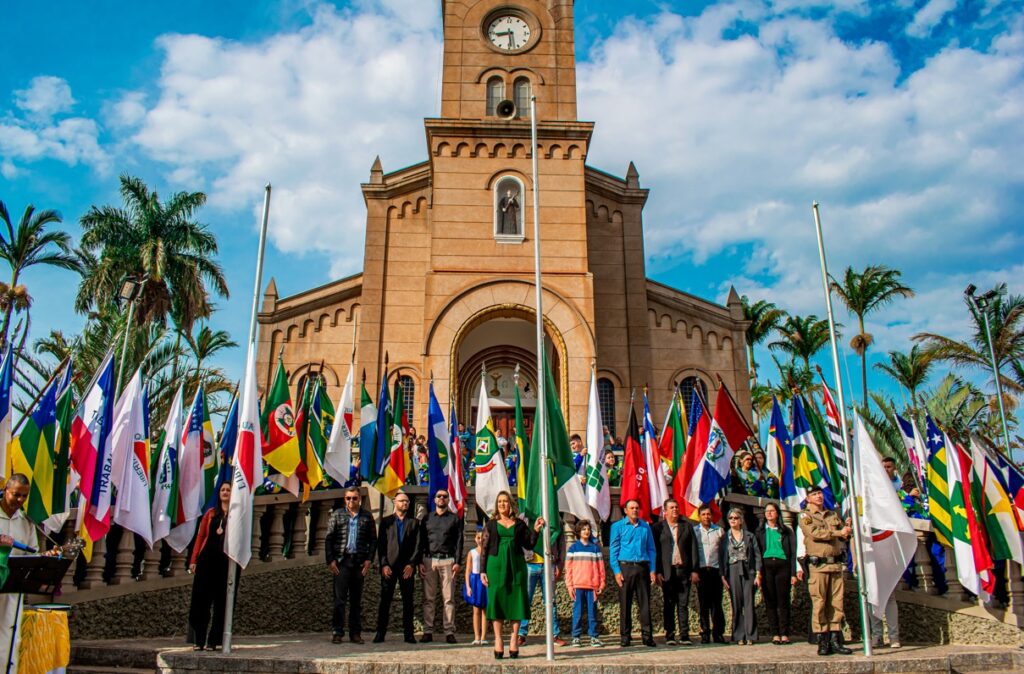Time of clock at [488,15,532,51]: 8:29
